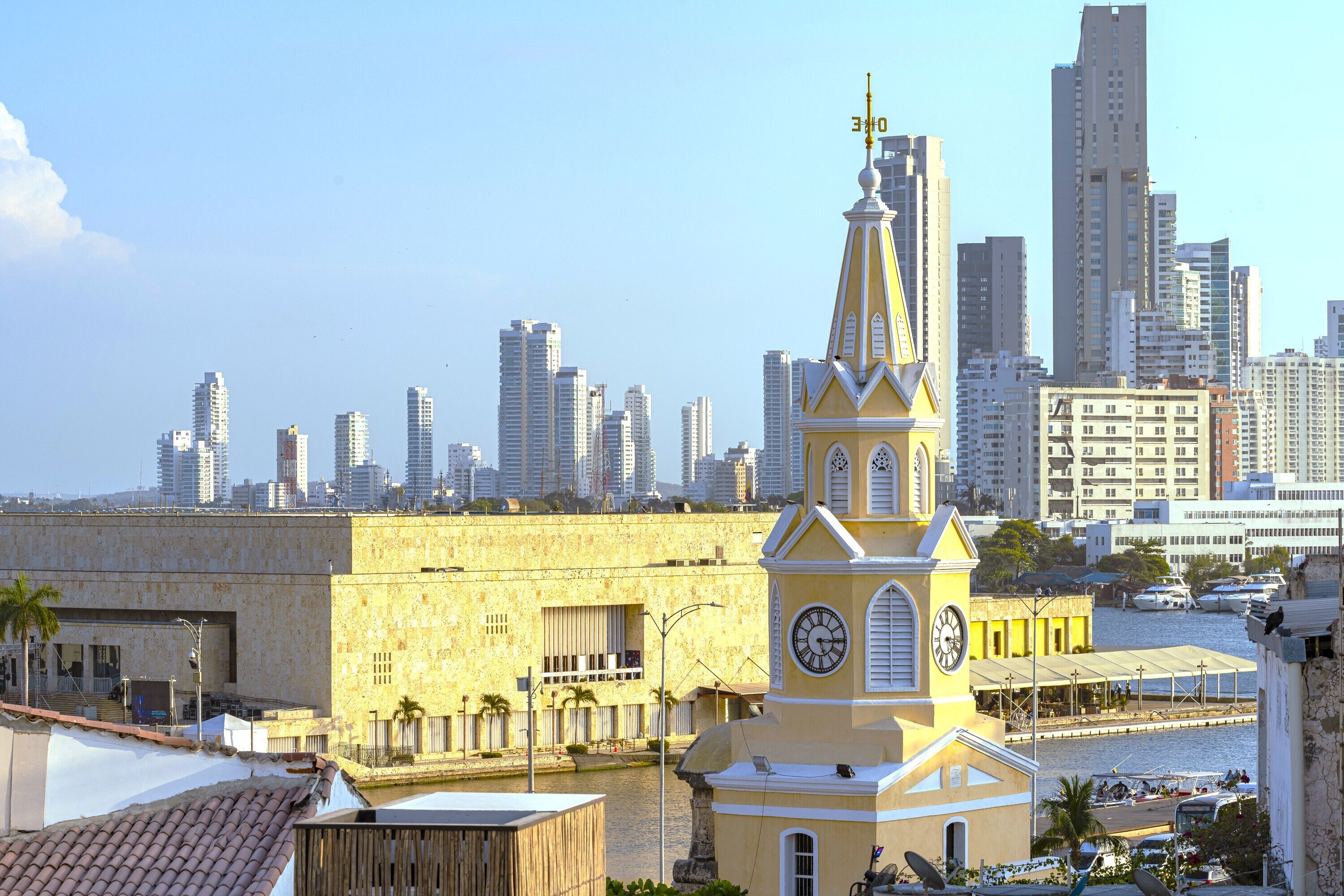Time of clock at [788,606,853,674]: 5:15
